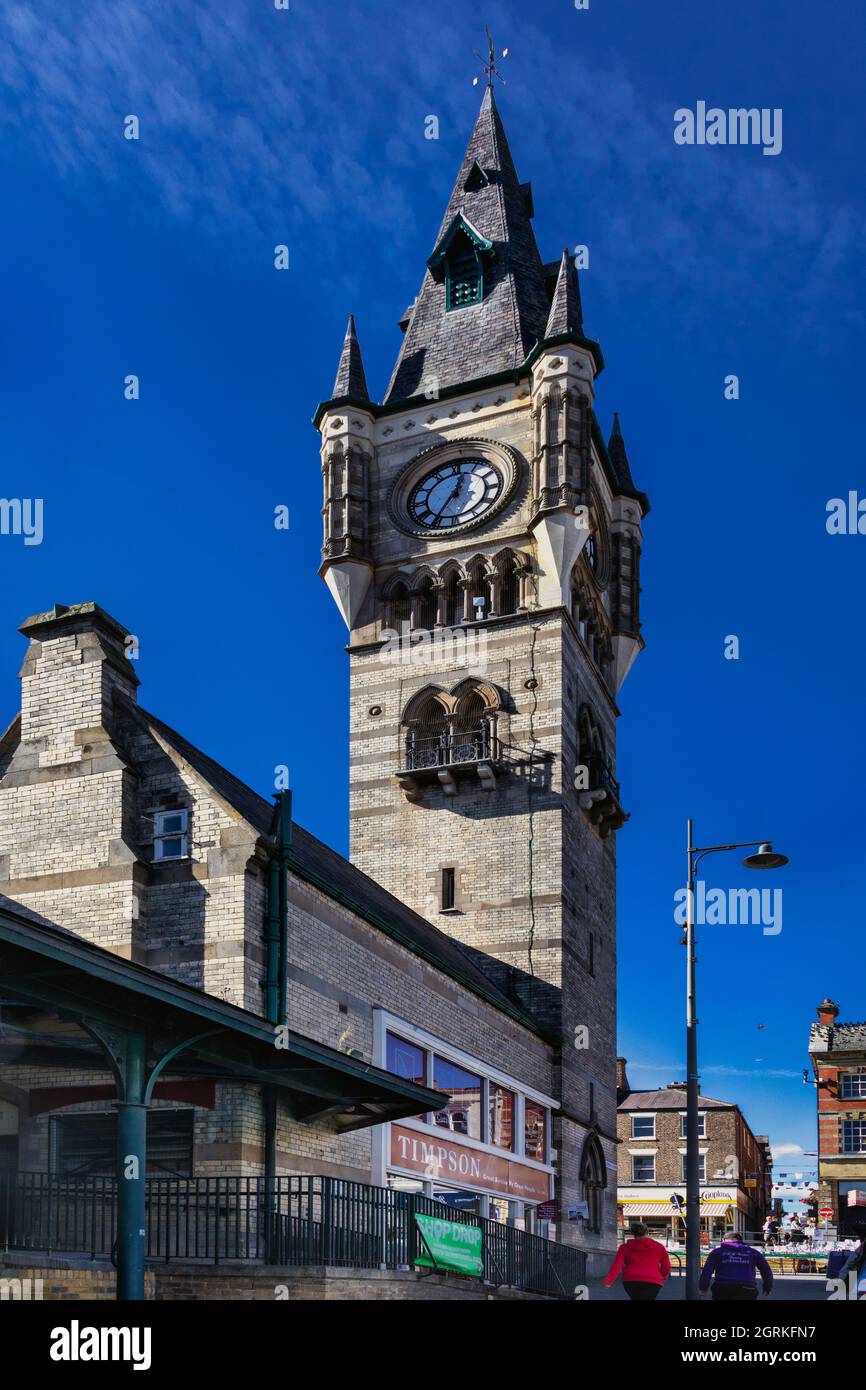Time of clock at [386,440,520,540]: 12:34
